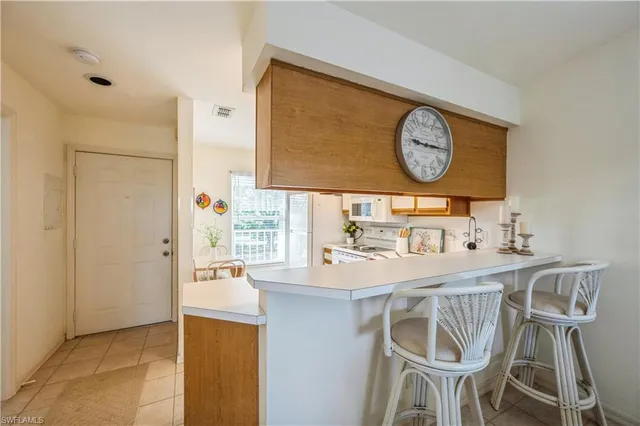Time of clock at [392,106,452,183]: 9:15
